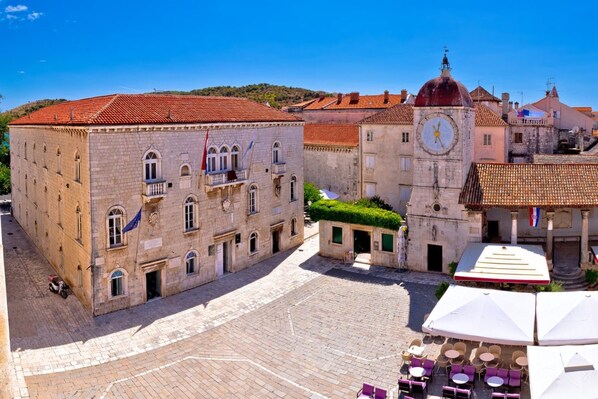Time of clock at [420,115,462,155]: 12:26
